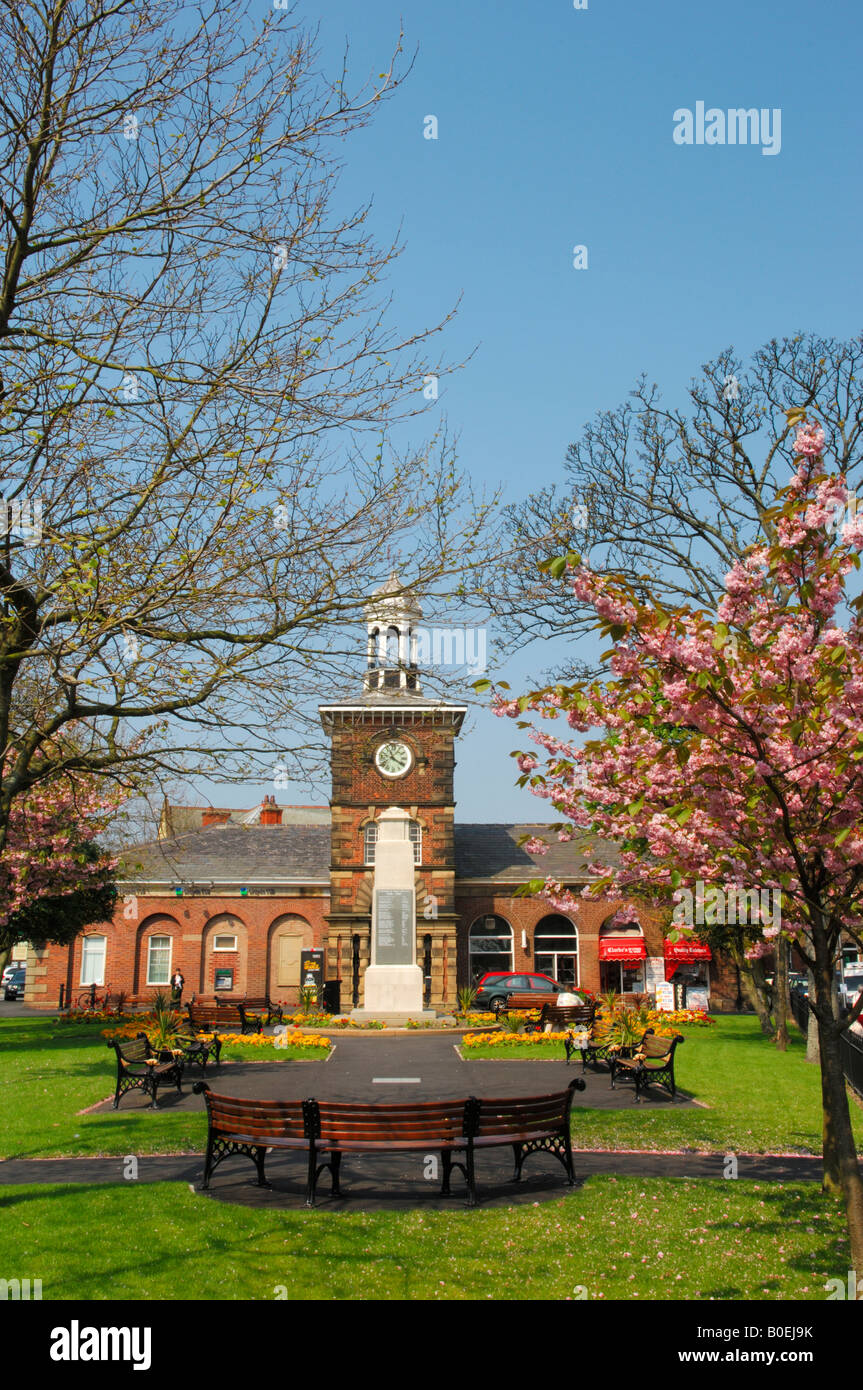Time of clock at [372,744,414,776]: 11:20
